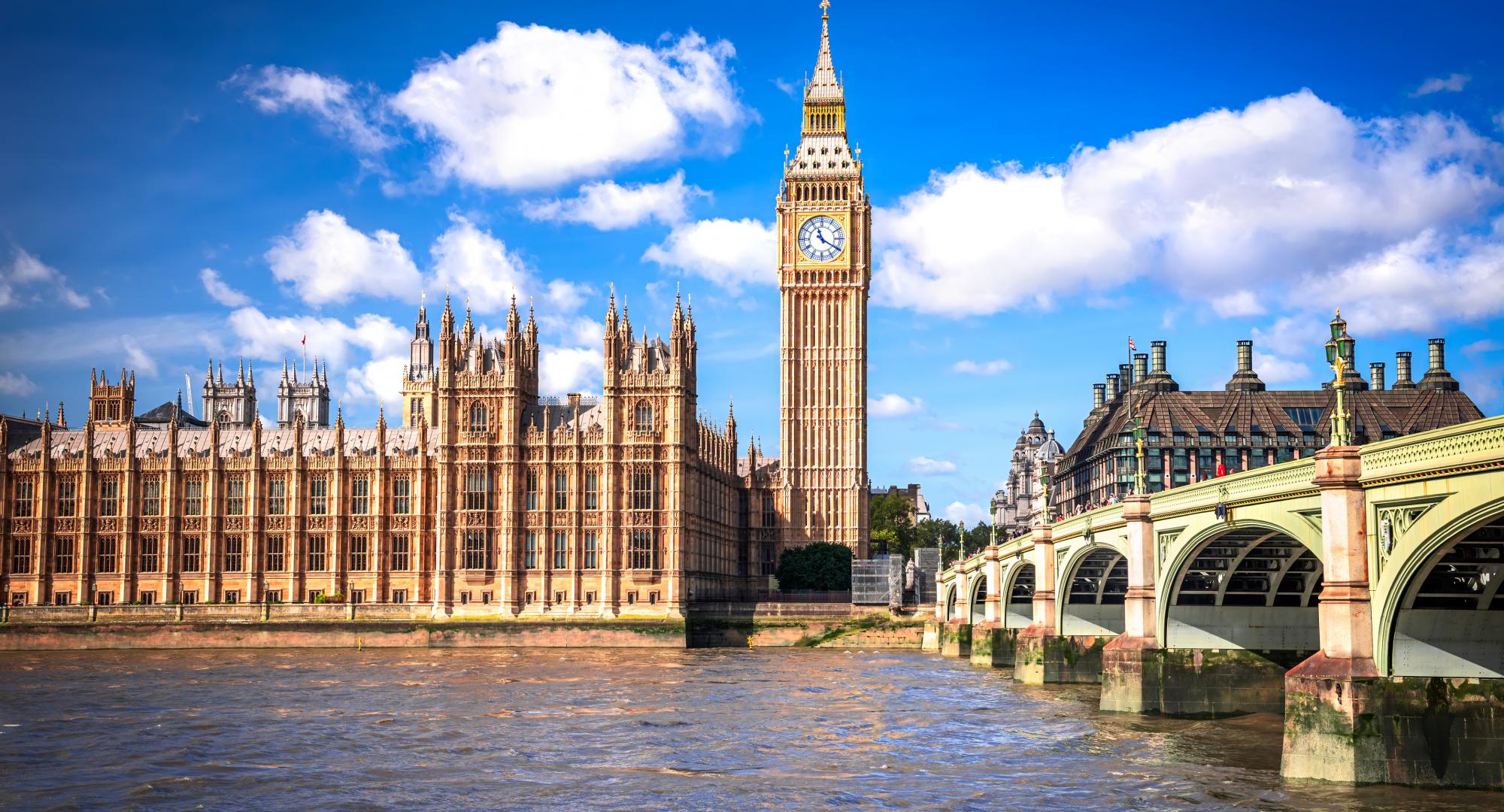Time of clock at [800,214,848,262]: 11:20
